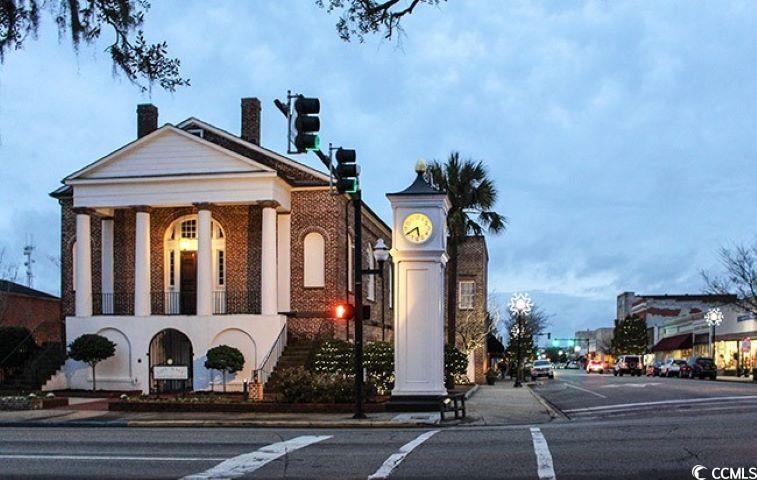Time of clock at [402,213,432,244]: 5:39
